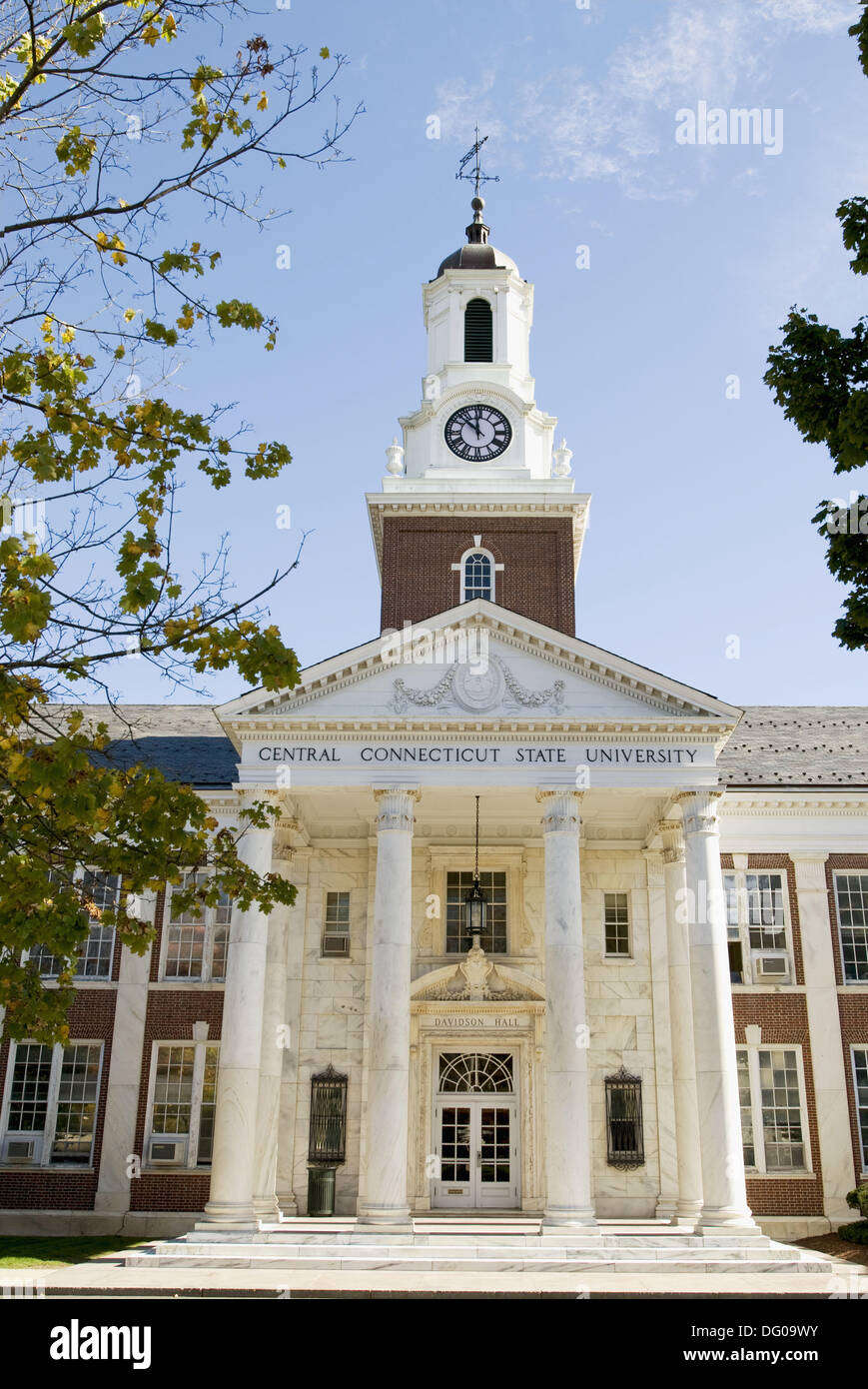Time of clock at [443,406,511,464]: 11:52
